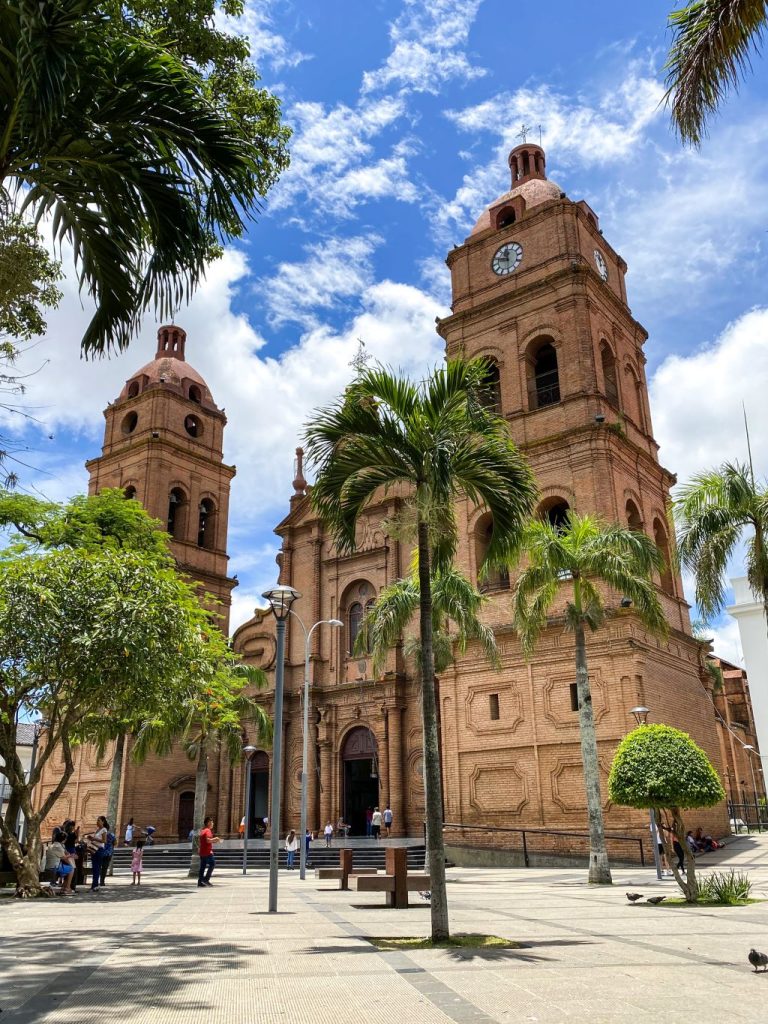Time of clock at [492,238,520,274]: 11:48
